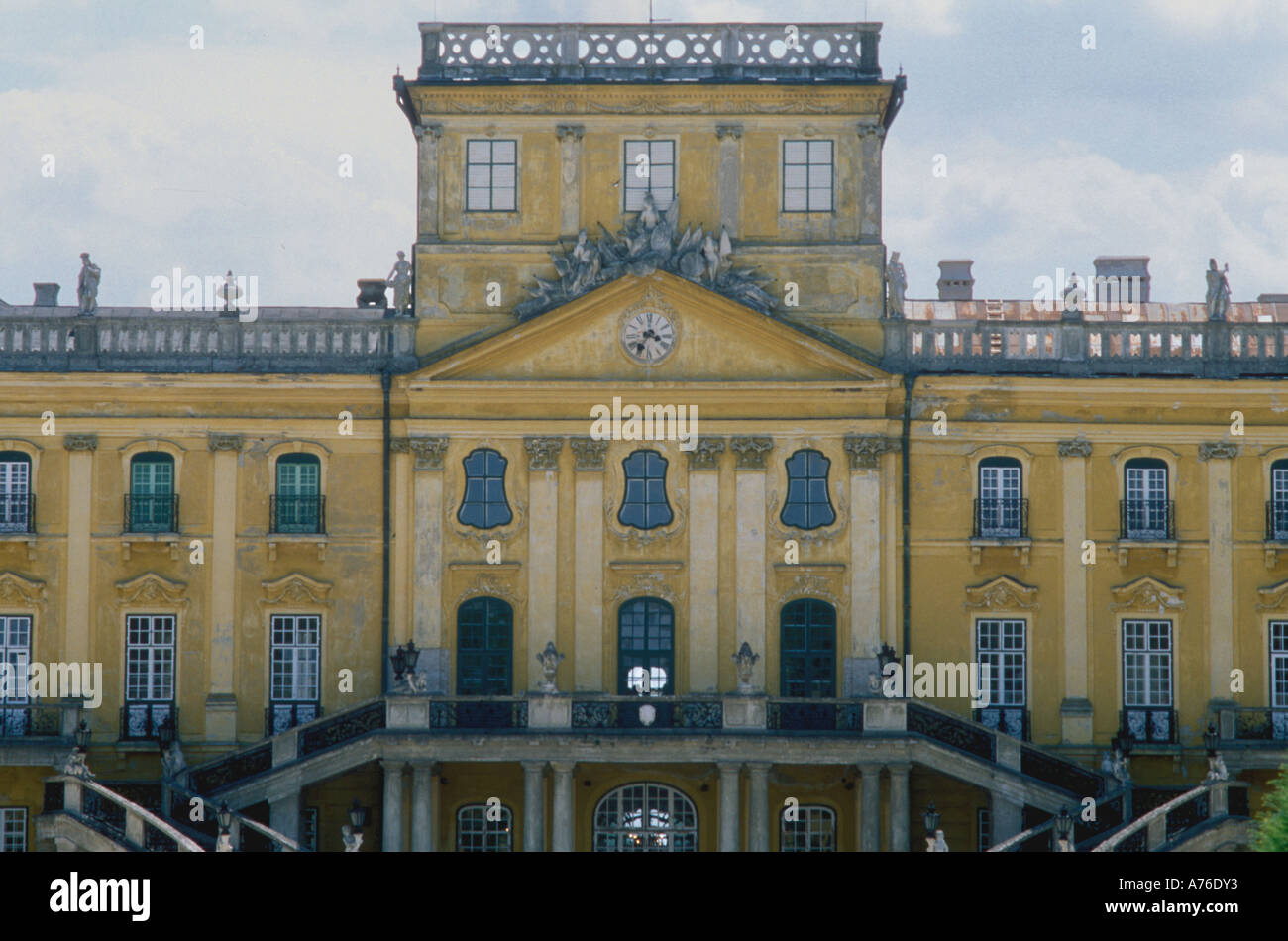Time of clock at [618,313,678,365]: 3:35
